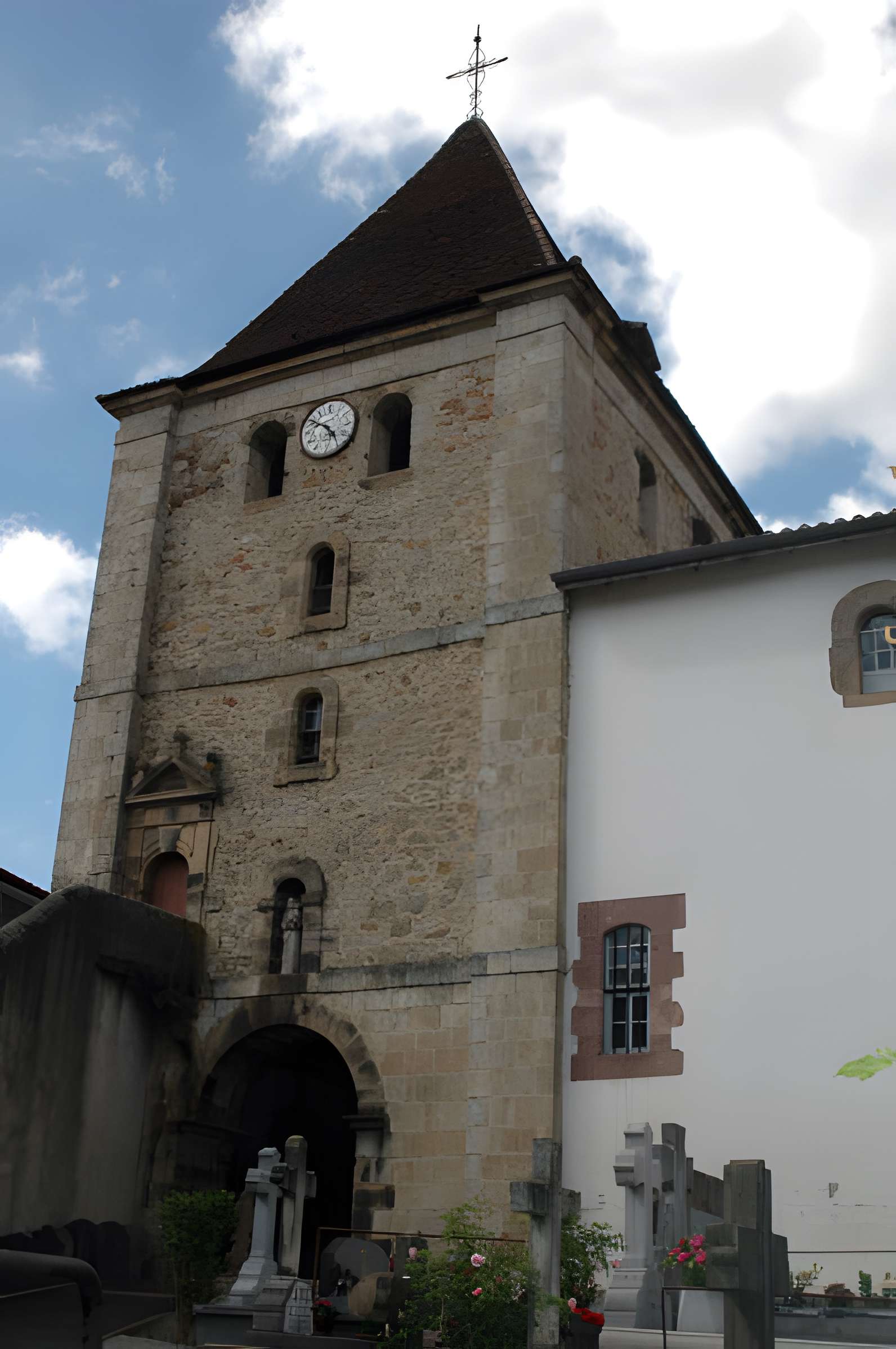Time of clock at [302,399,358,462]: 4:50
